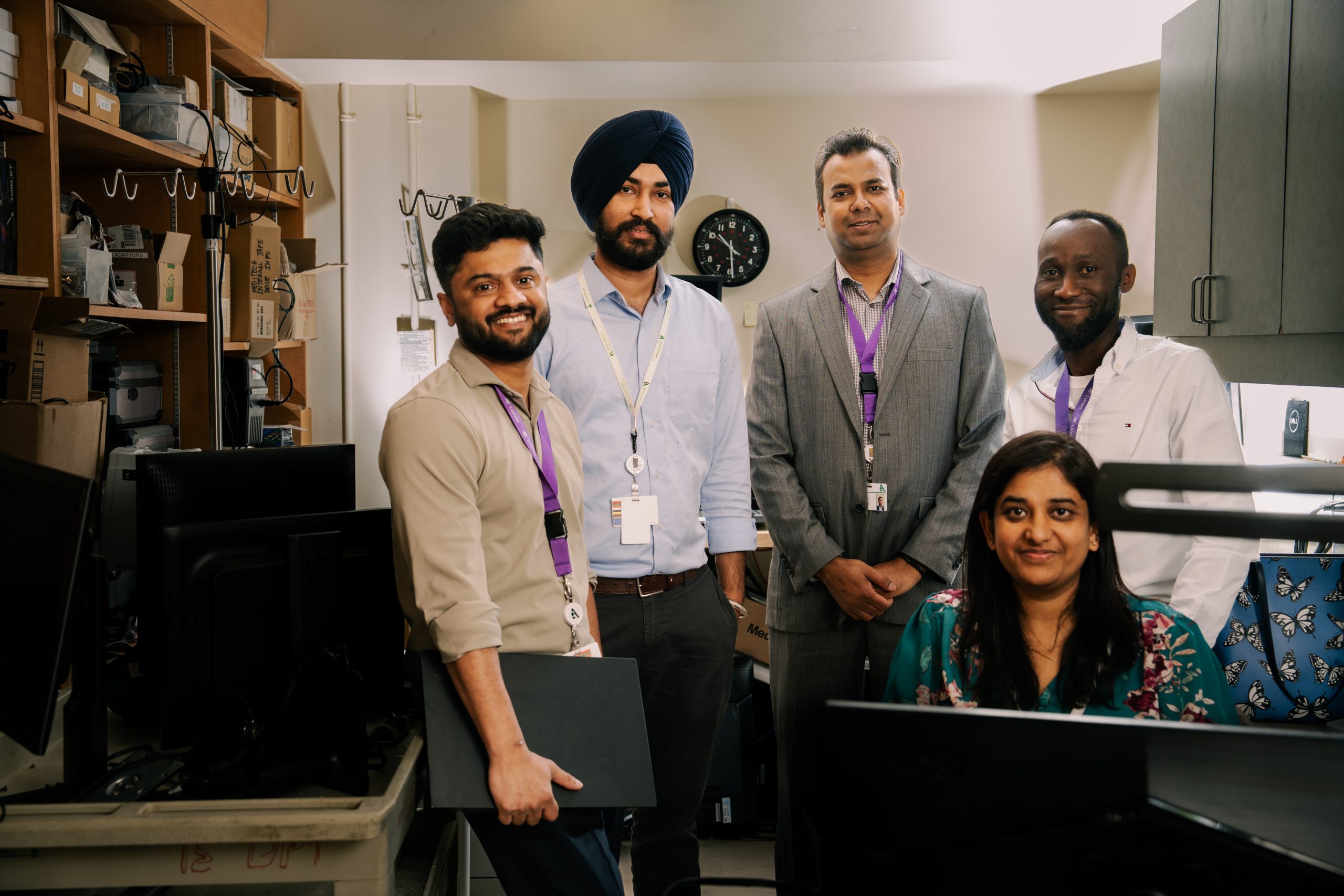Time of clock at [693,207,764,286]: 10:28
